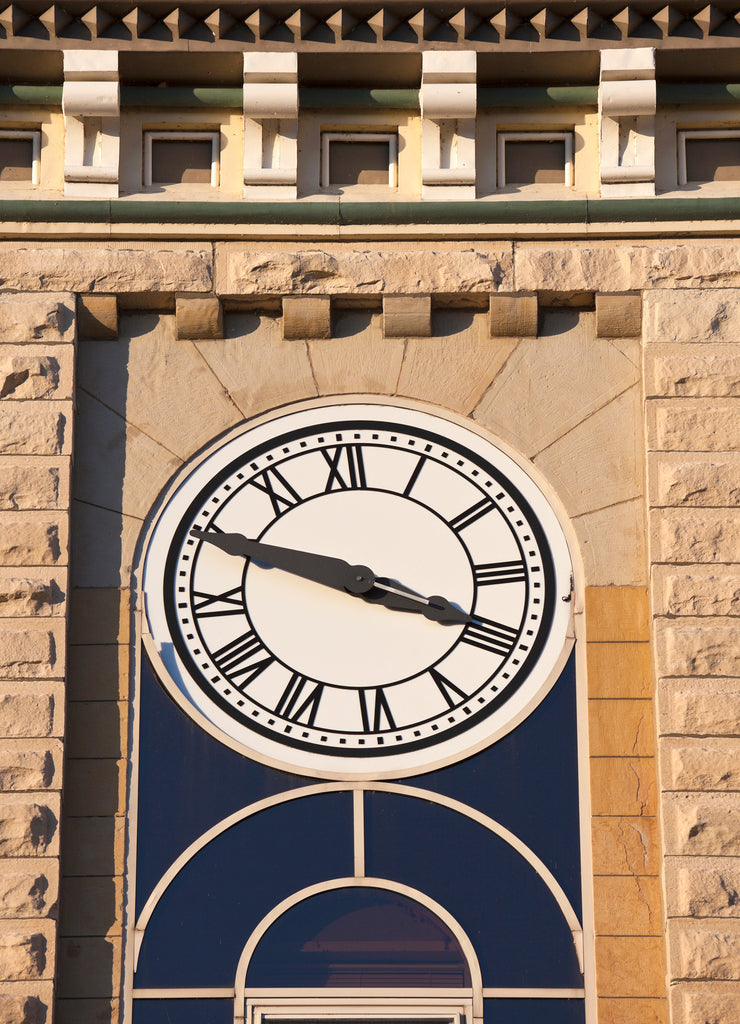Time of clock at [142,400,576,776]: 3:48
